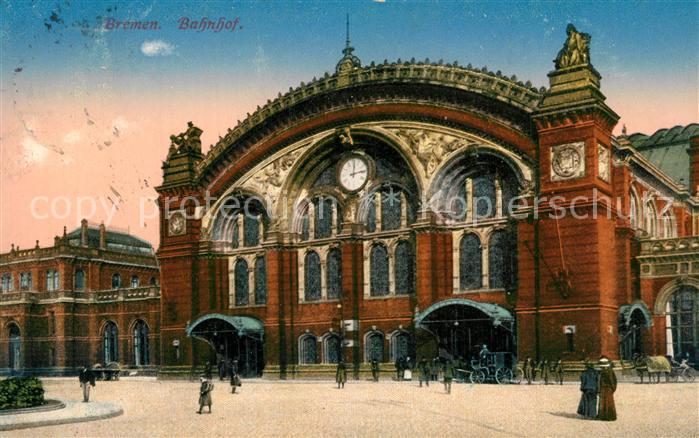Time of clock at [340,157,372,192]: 12:13
